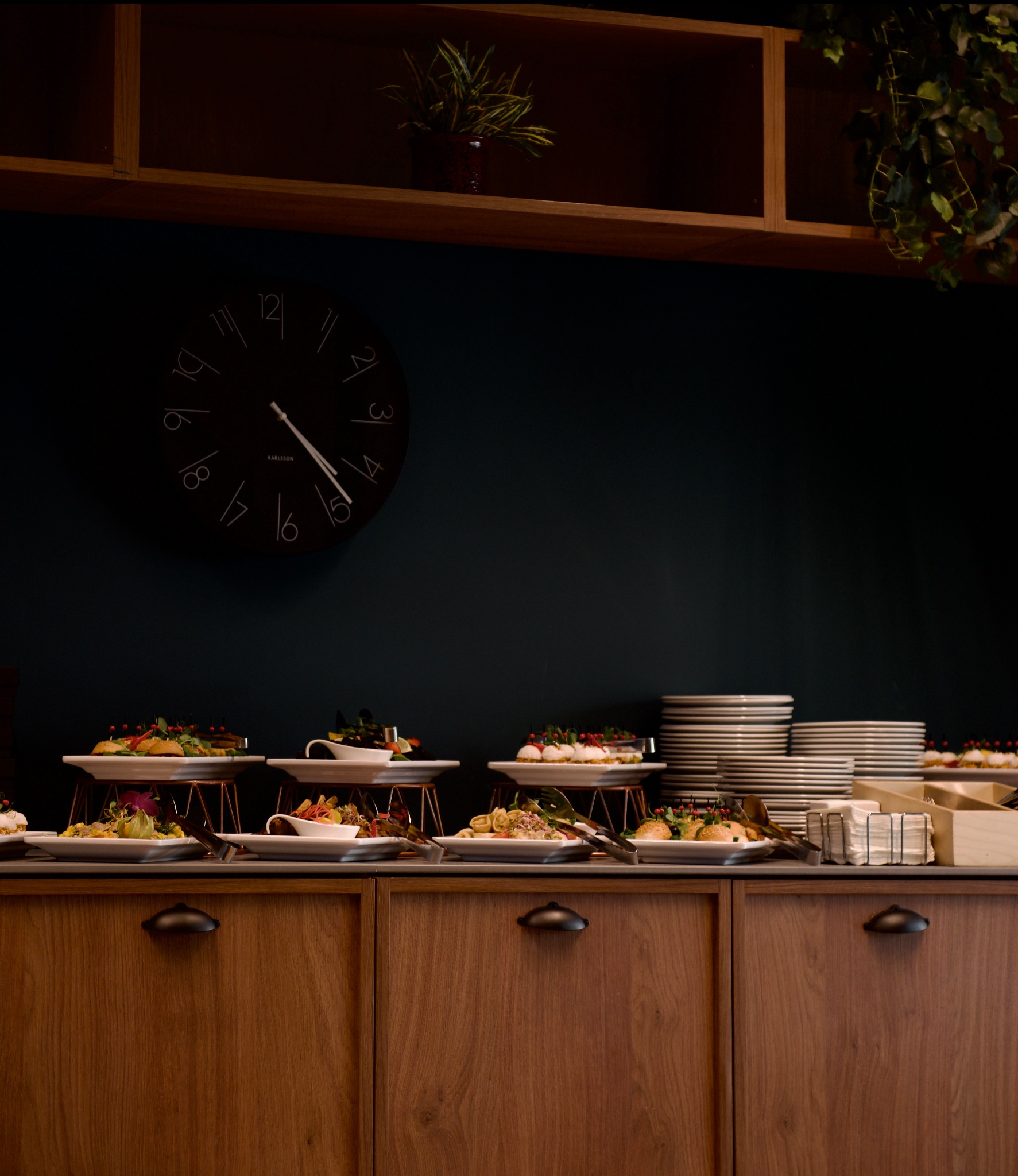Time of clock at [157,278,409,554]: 4:23
